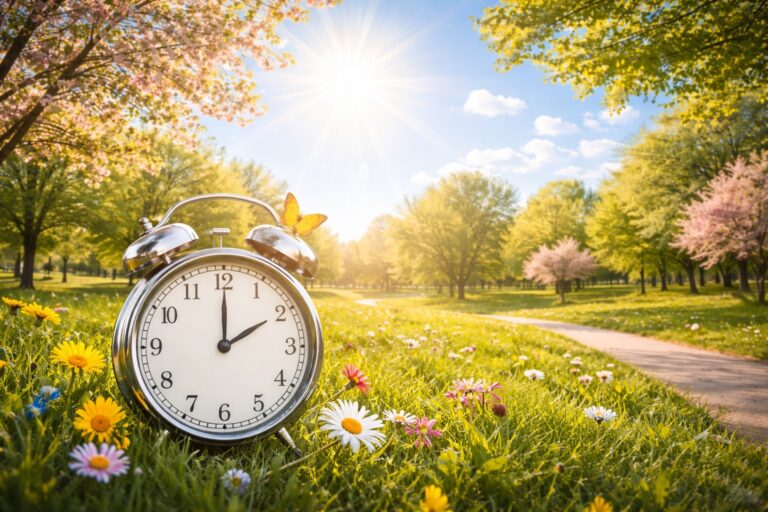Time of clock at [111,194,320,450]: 2:00
